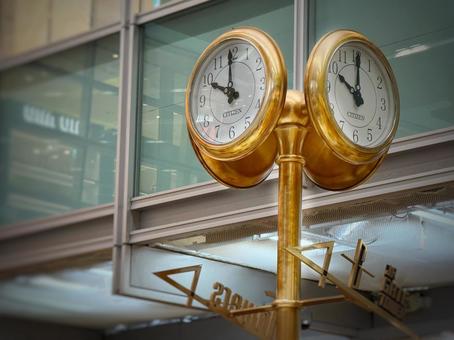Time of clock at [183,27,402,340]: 10:00
